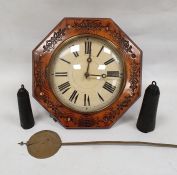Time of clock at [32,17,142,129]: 3:01
